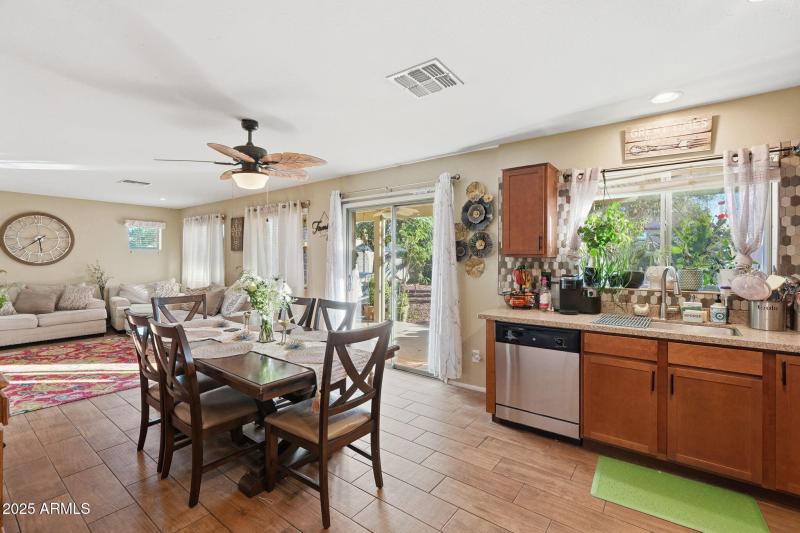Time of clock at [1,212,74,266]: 5:38
